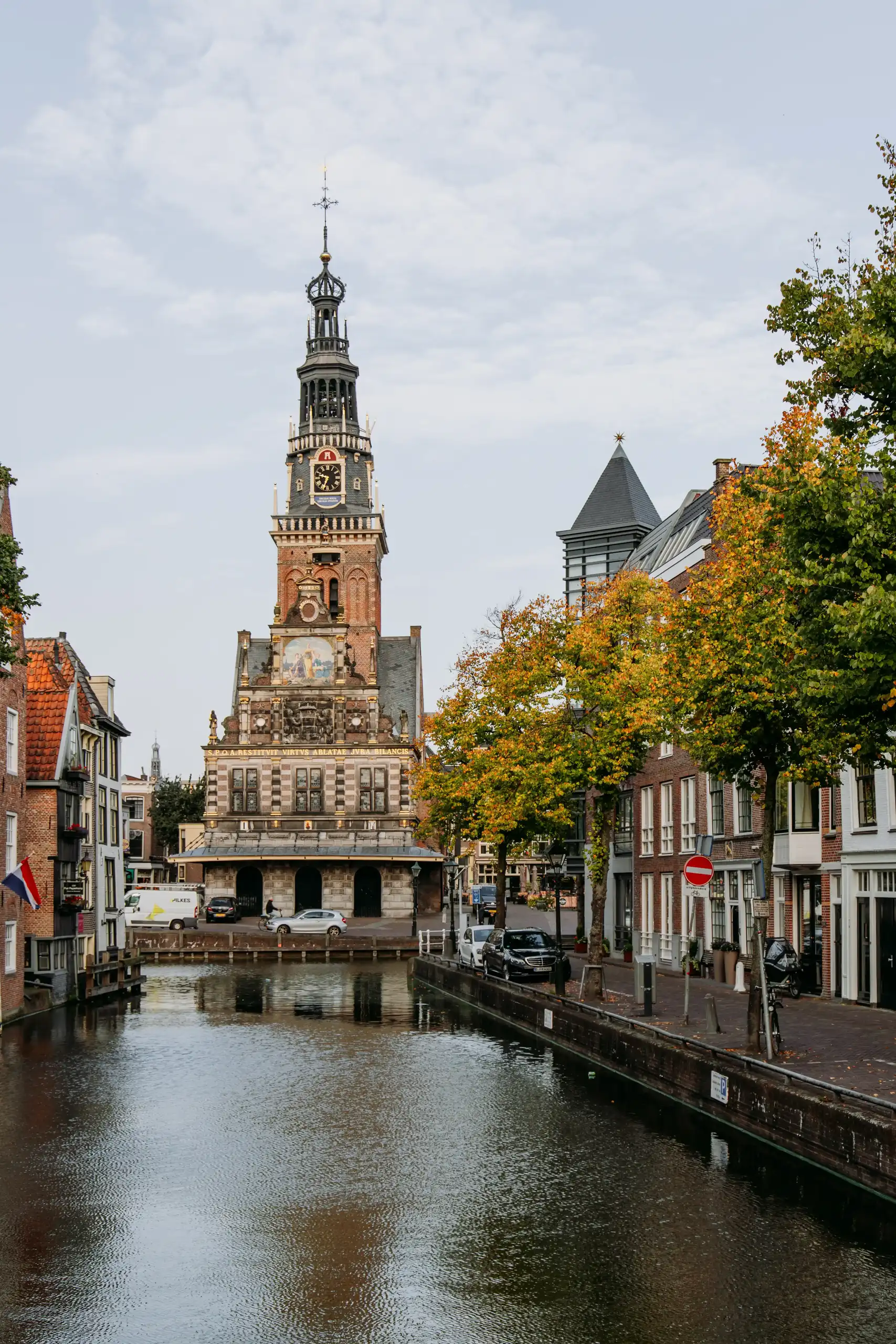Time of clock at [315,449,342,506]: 6:48
